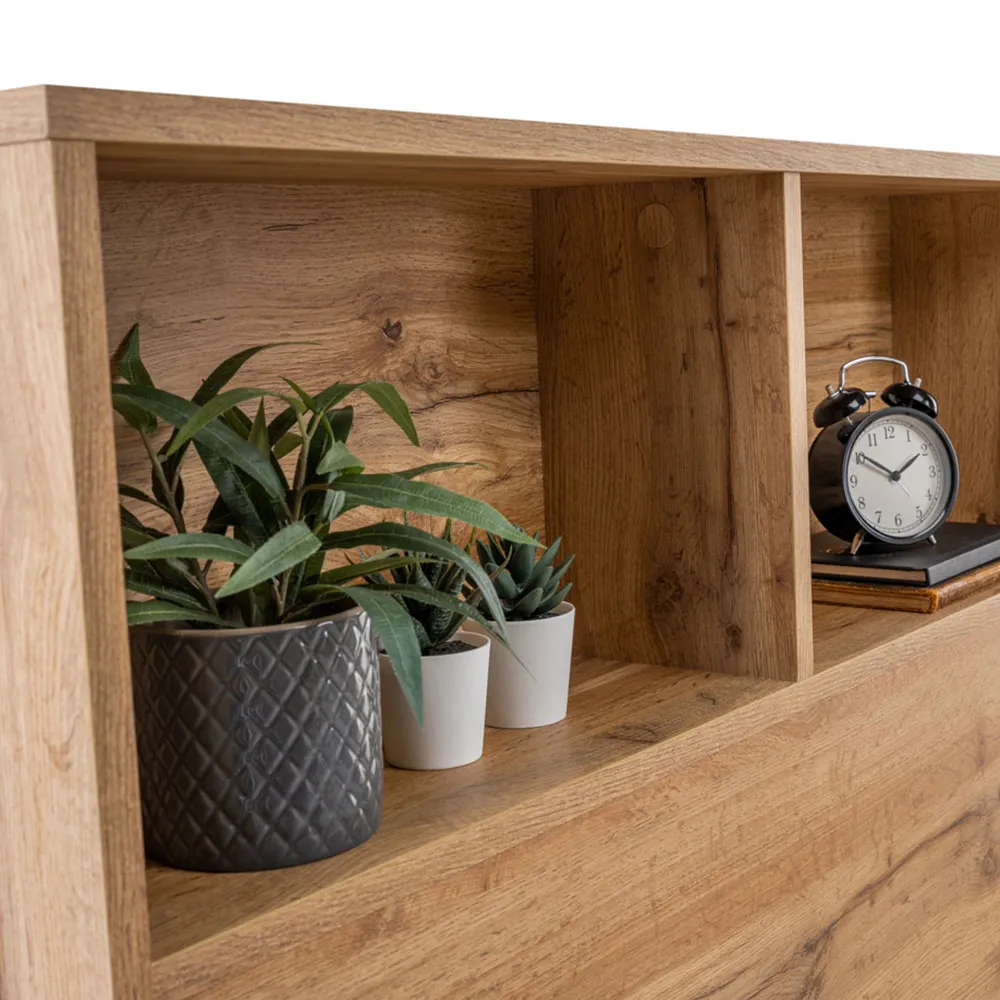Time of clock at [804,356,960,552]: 1:50
